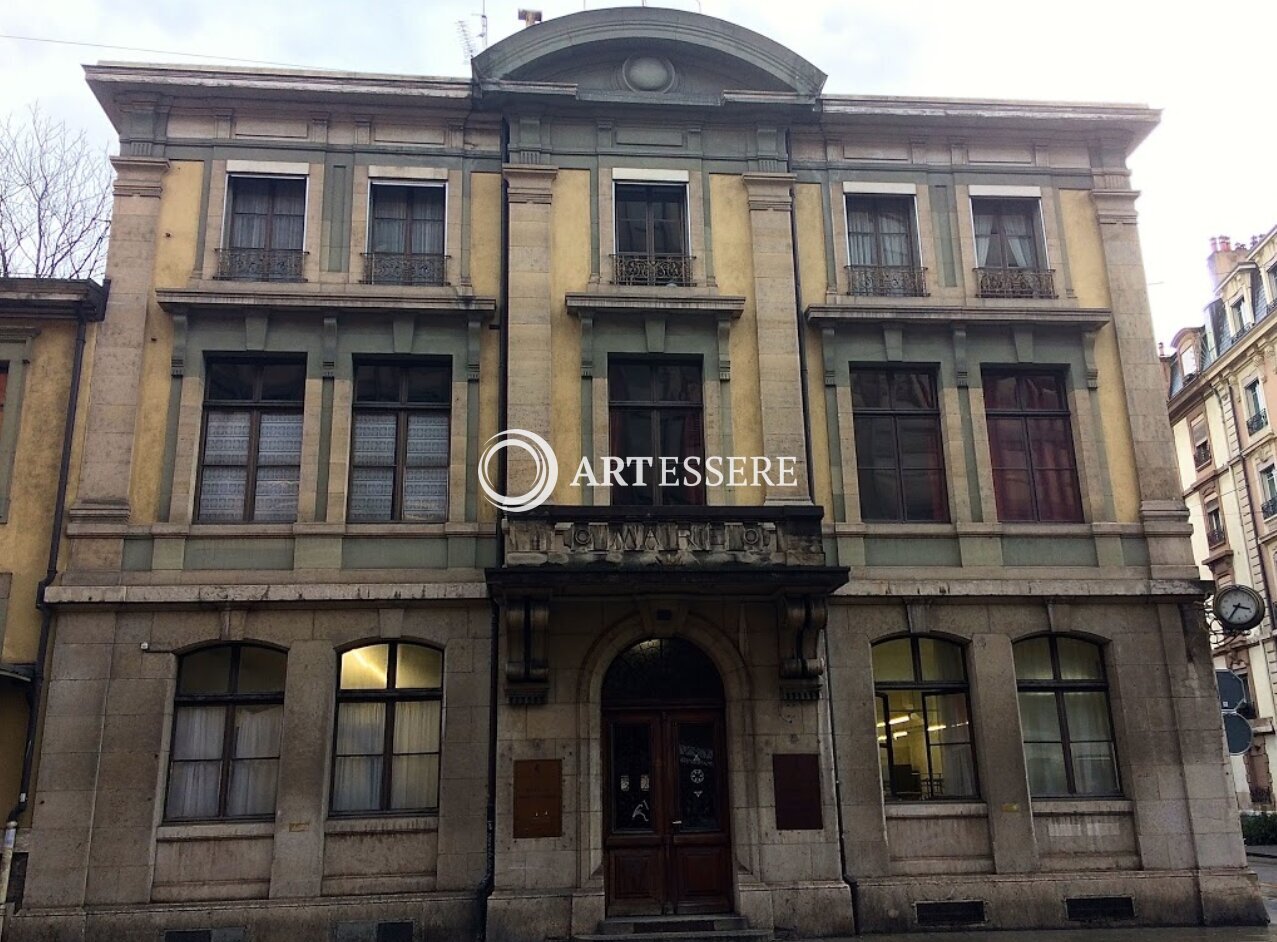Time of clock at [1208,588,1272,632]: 3:35
